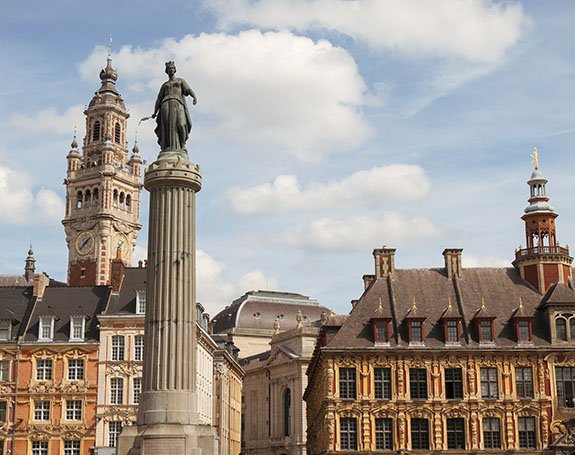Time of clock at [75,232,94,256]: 1:37
